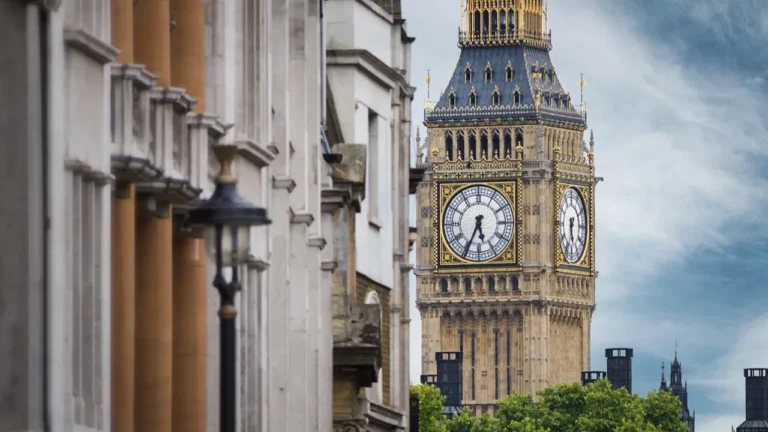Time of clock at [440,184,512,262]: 5:34
